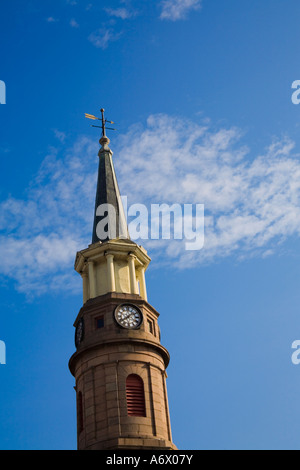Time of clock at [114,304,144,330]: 1:39
